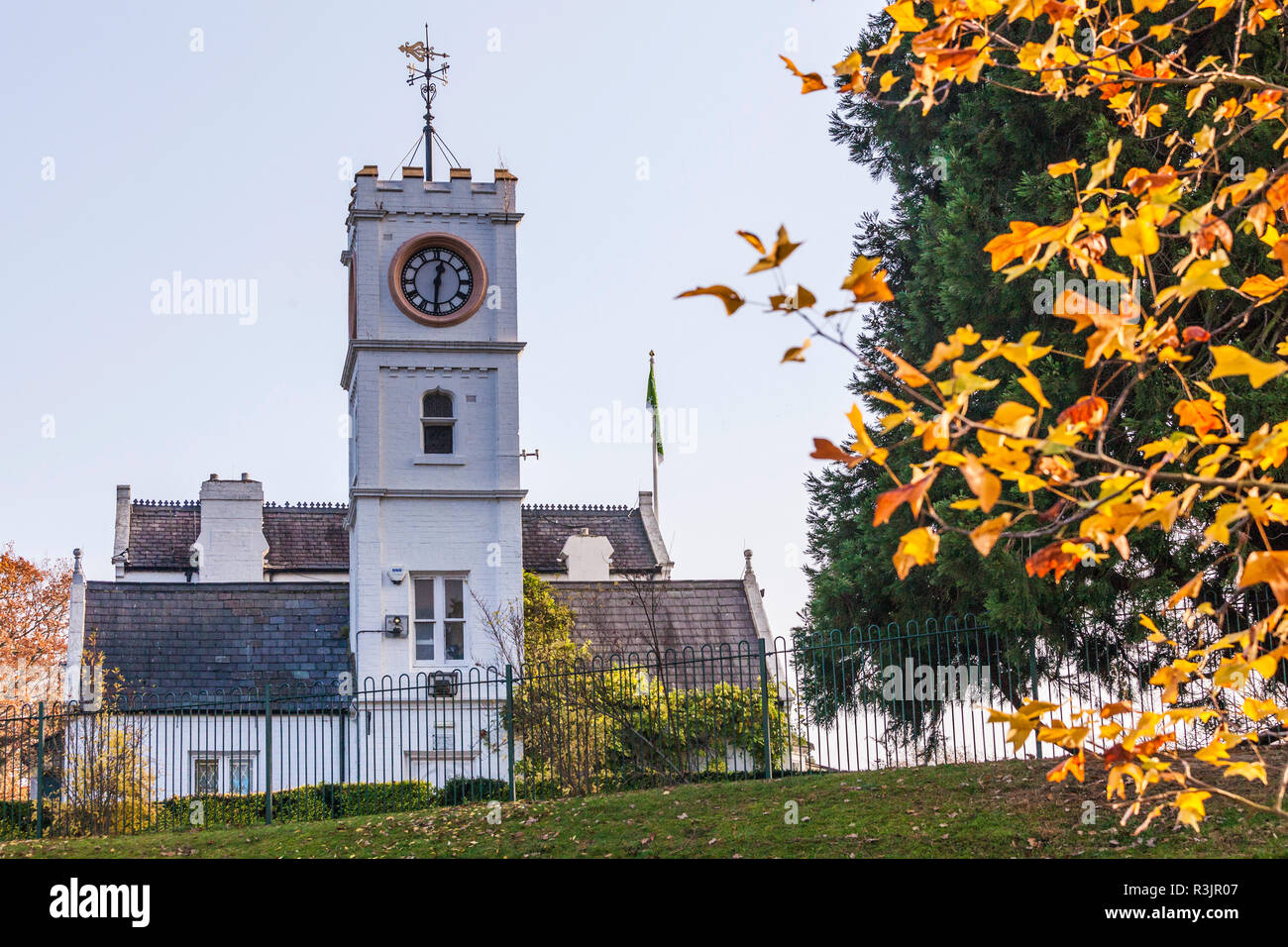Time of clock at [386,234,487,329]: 12:30
